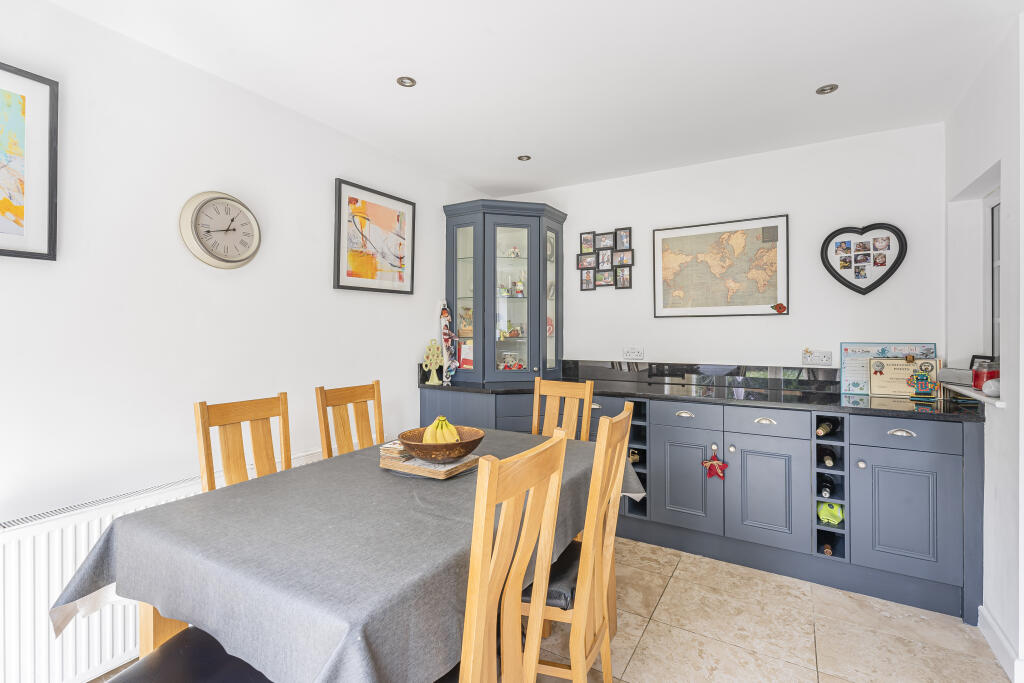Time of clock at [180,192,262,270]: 12:42
